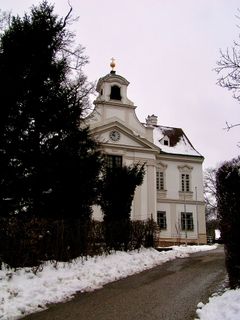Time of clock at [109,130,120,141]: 9:57
